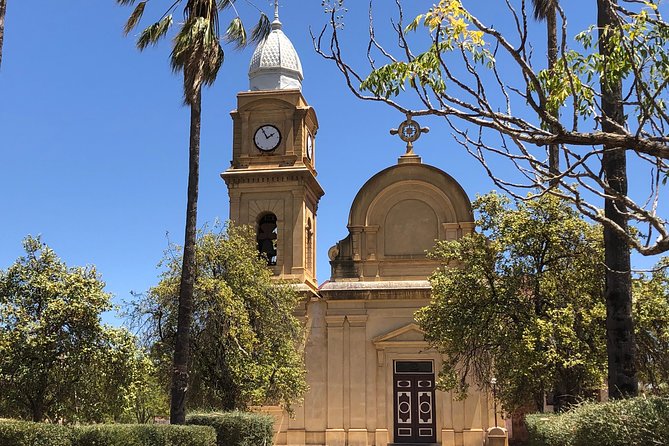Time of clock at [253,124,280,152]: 1:55
